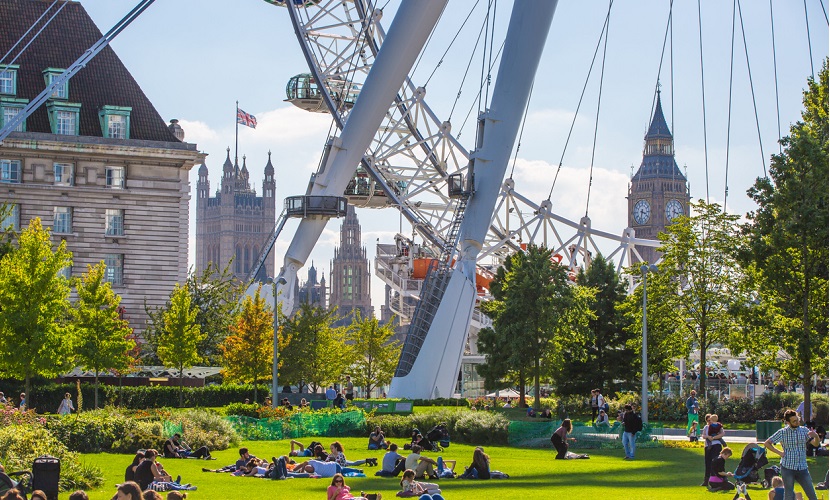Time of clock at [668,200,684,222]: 3:32
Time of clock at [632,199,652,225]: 3:32
